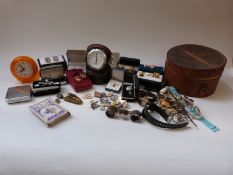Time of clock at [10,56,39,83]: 7:53
